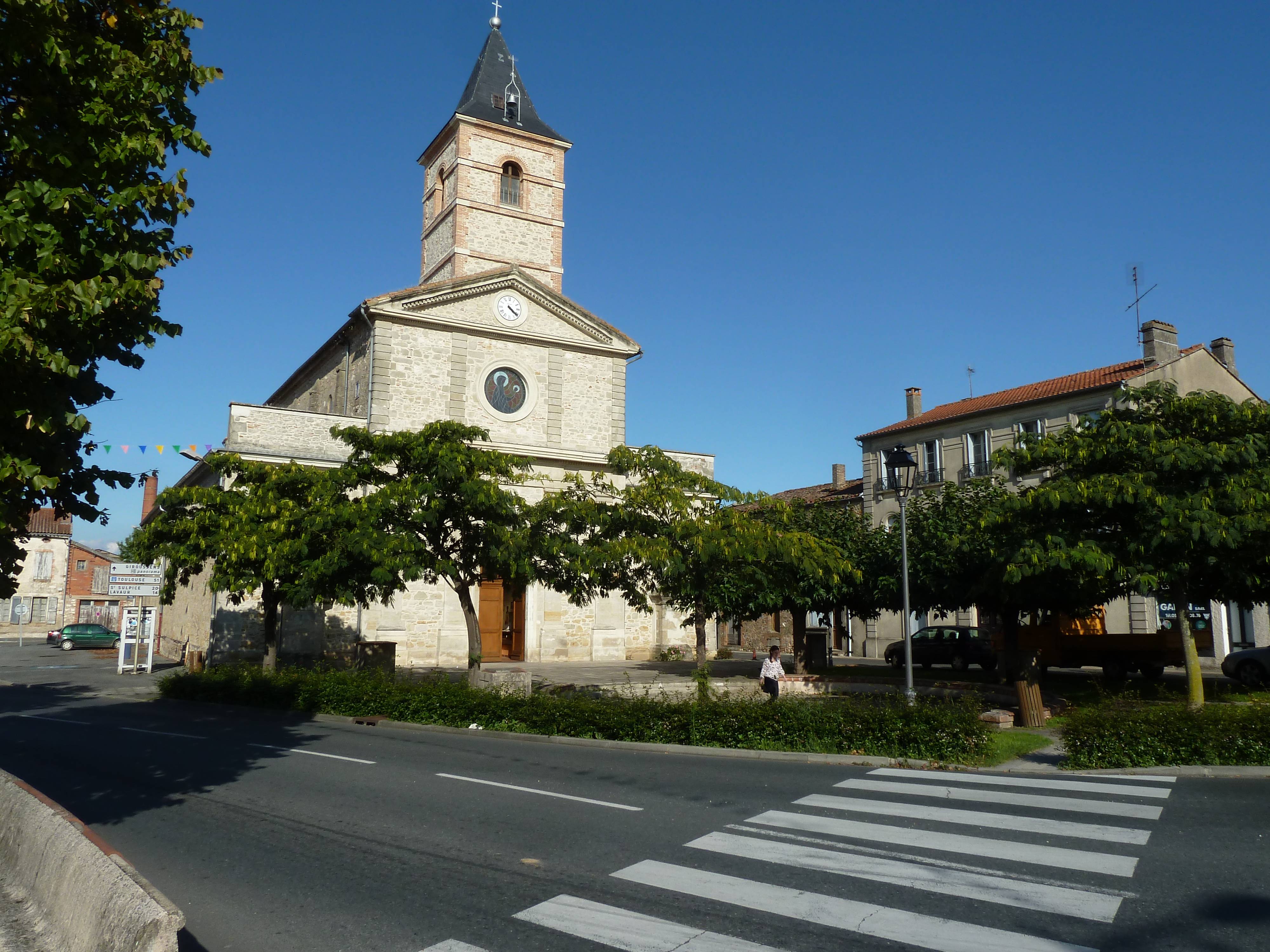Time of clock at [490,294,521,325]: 4:21
